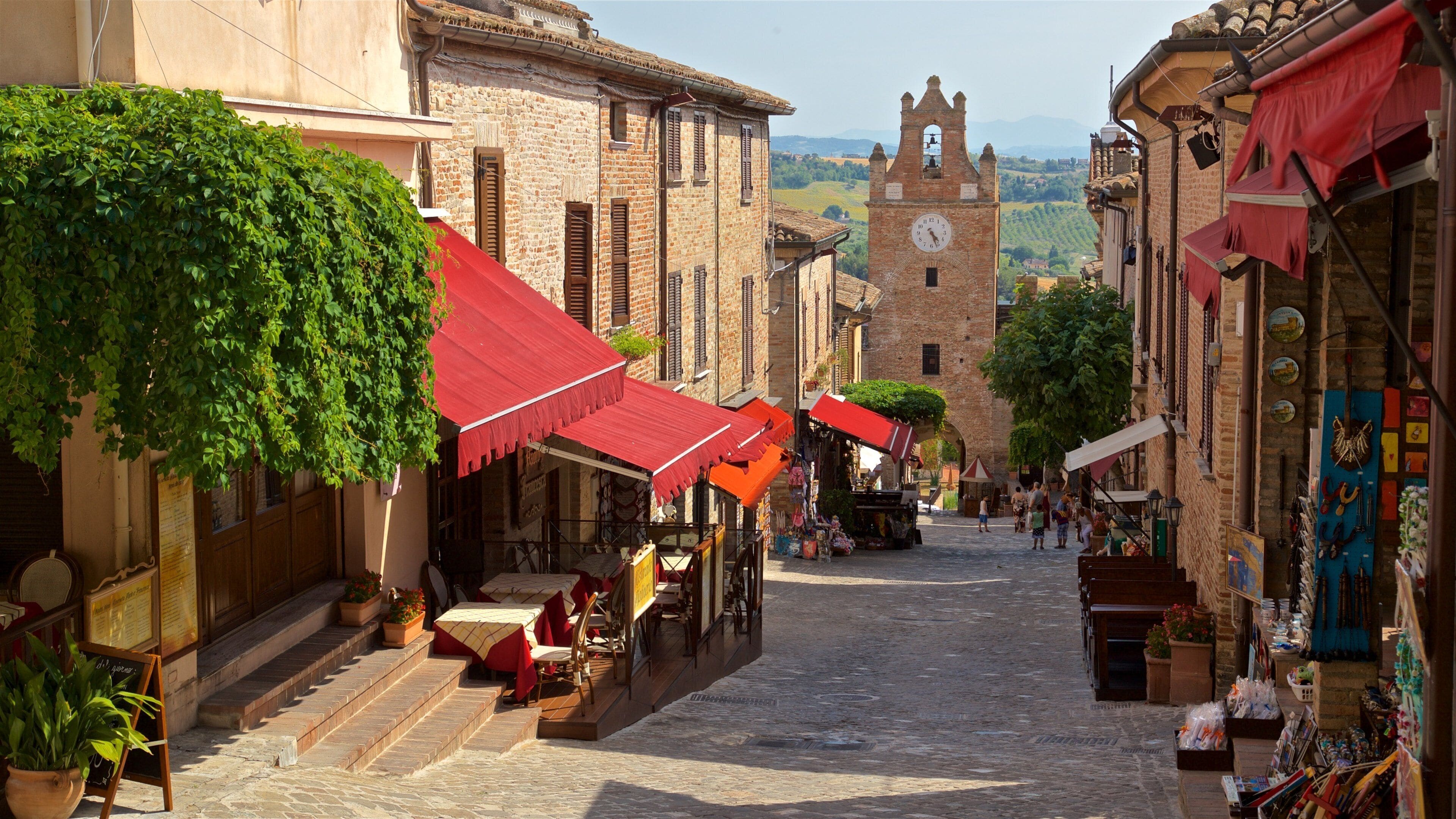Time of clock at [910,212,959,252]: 4:26
